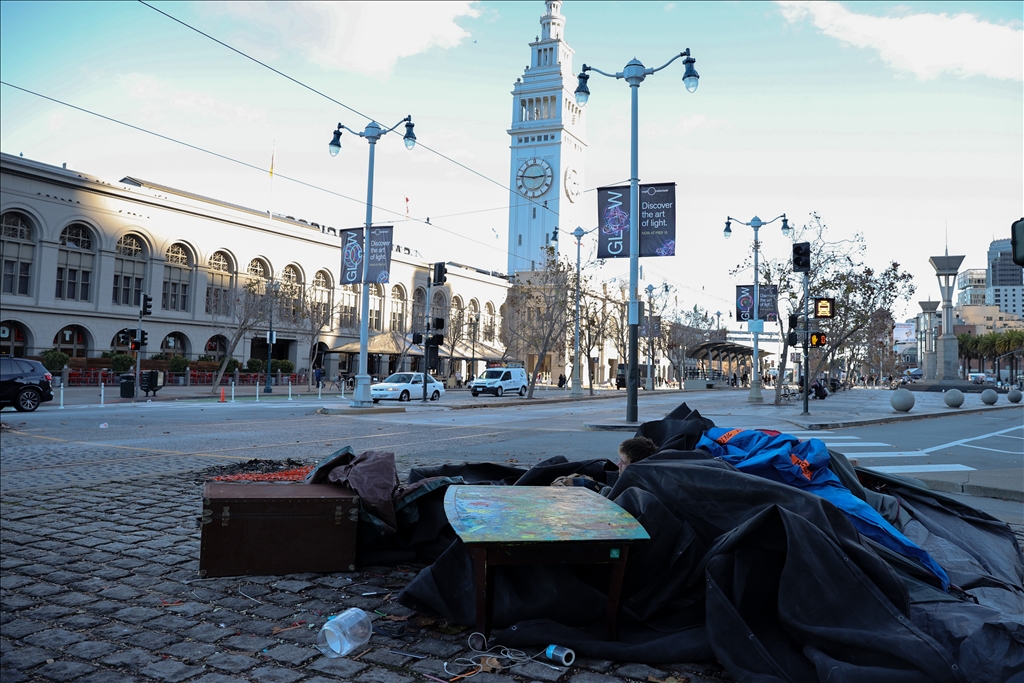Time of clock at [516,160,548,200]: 2:46
